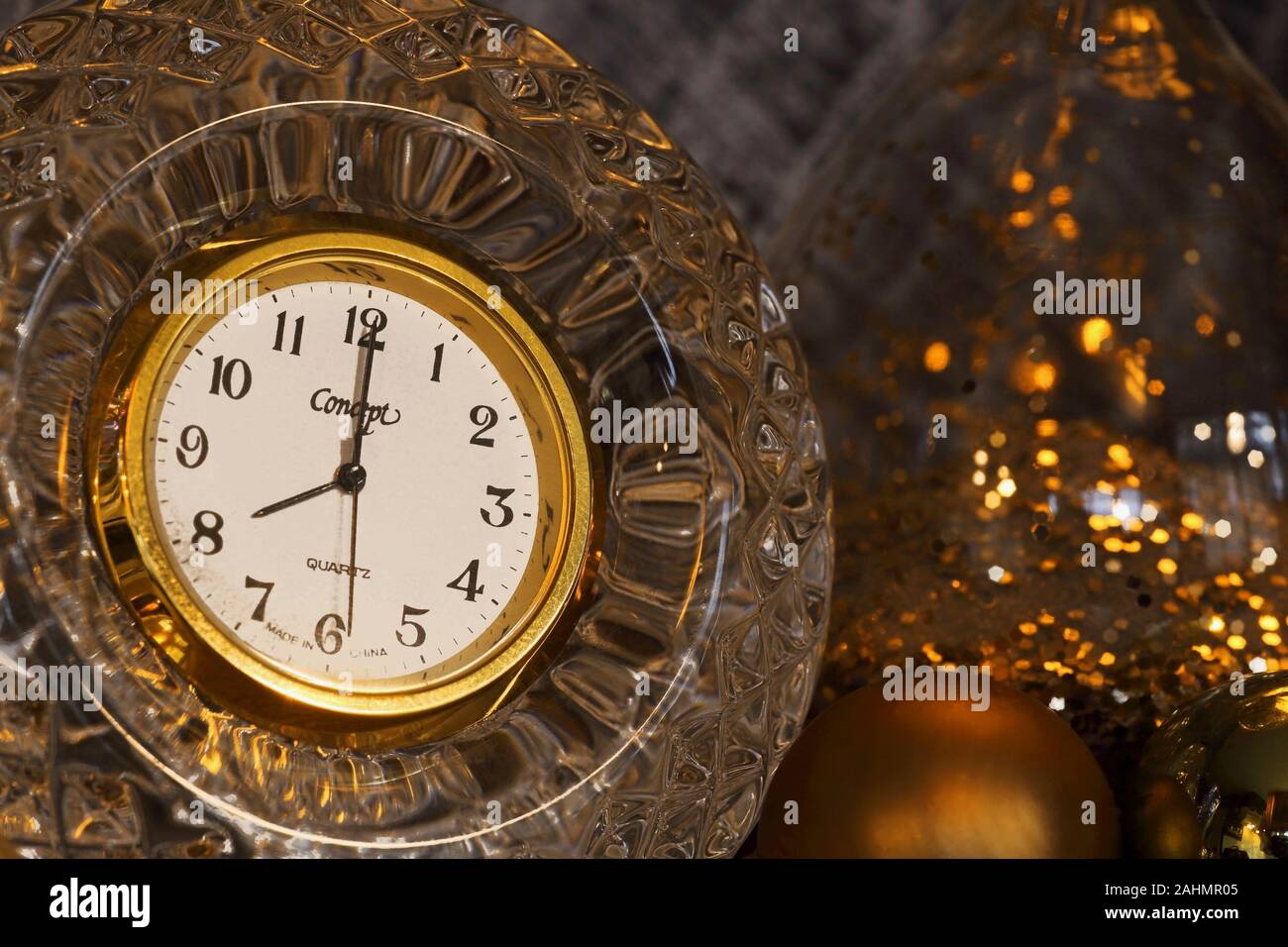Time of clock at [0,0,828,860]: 8:00
